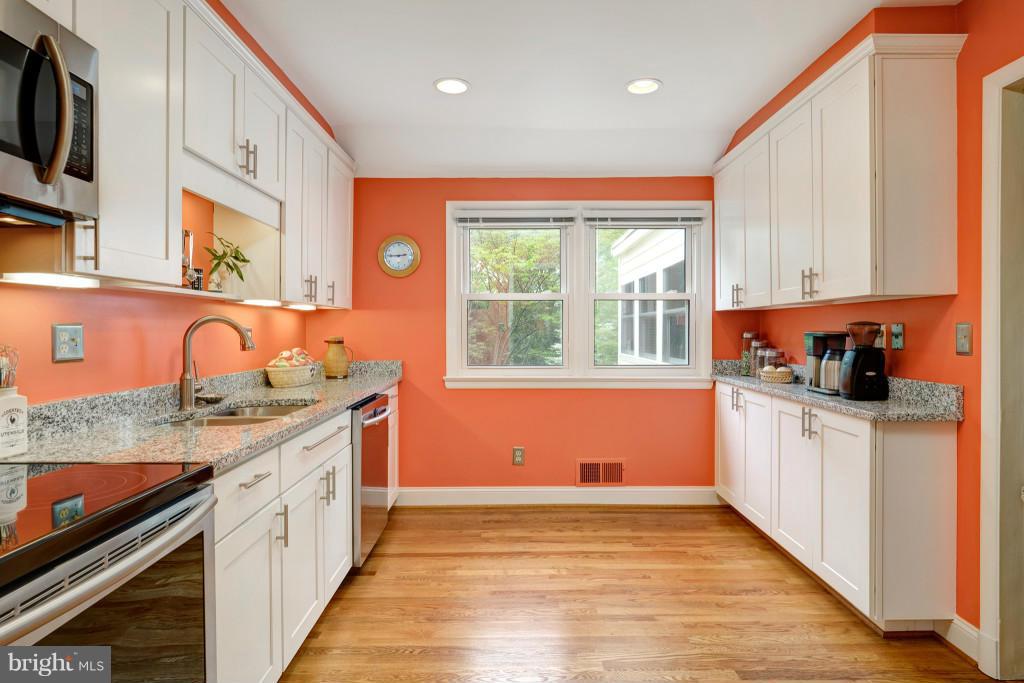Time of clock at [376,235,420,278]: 2:45
